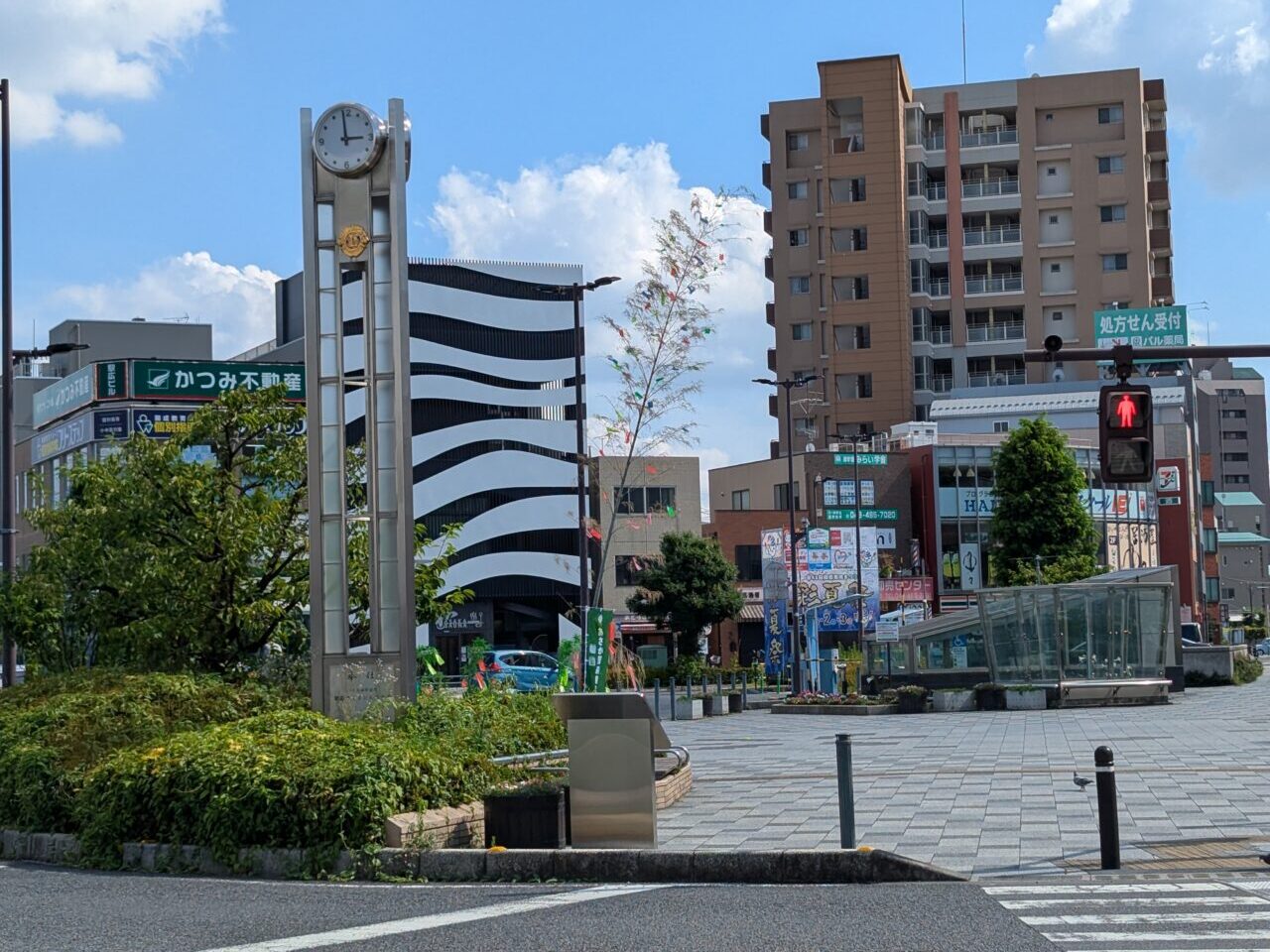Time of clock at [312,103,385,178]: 2:59
